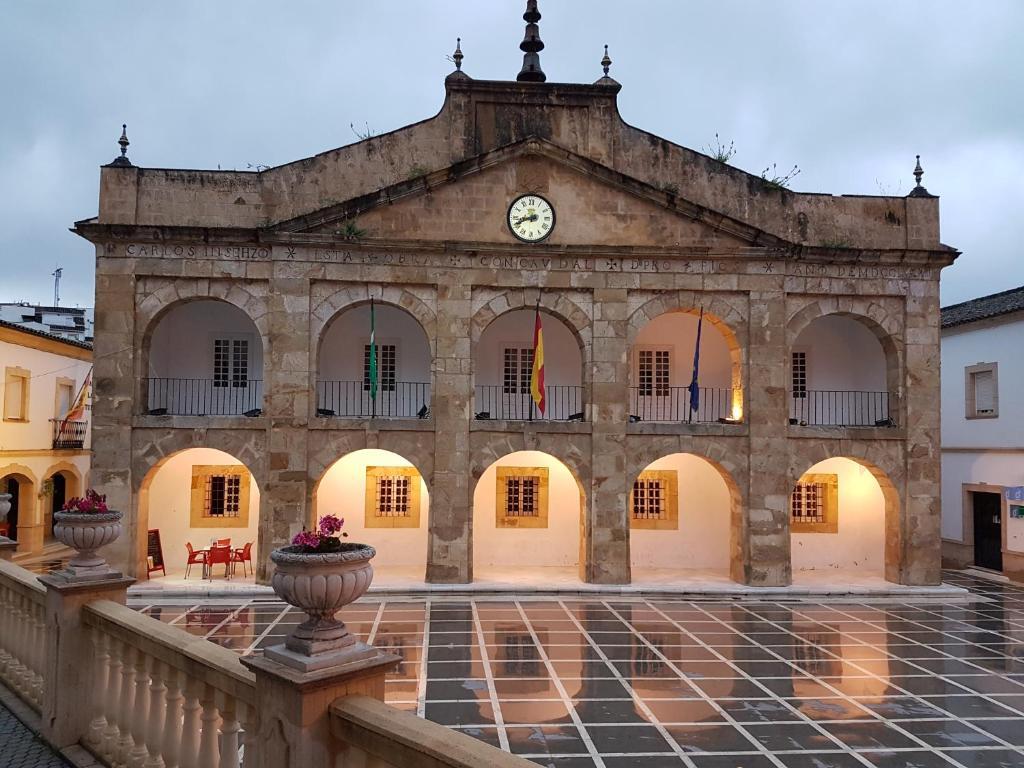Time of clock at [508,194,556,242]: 8:41
